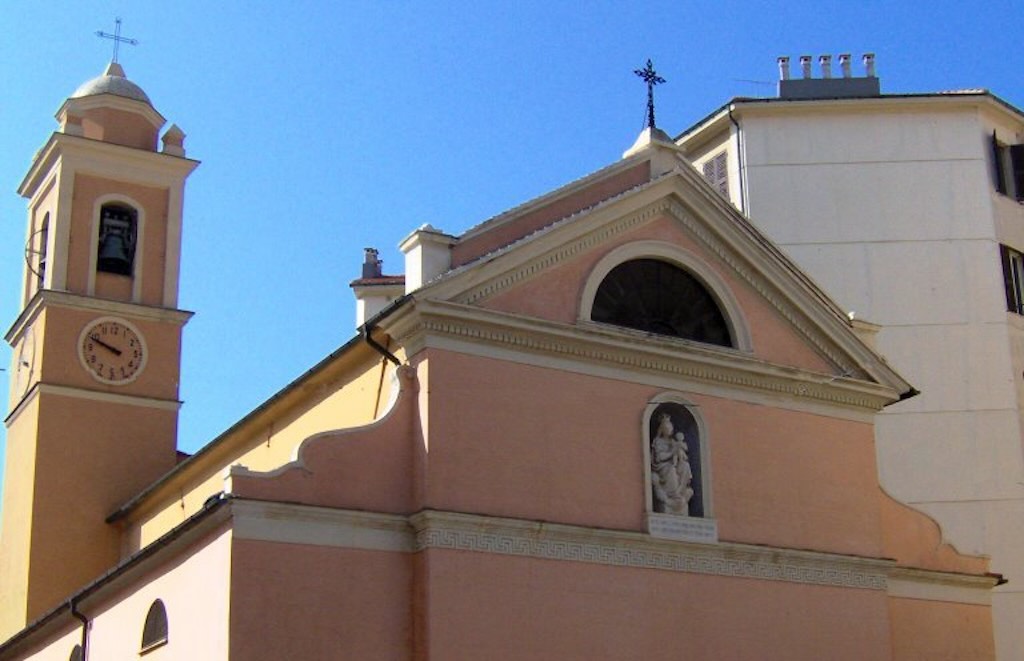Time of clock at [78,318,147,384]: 9:48
